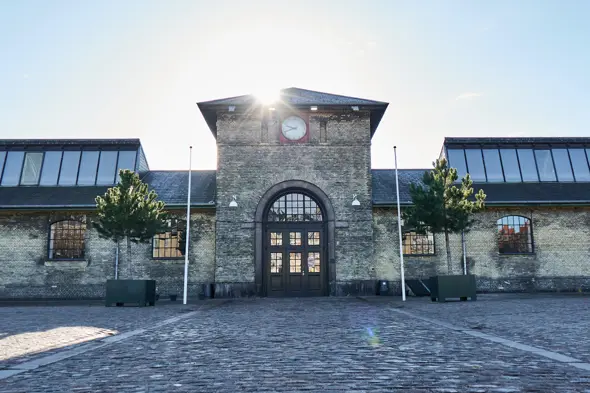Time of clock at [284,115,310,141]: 9:41
